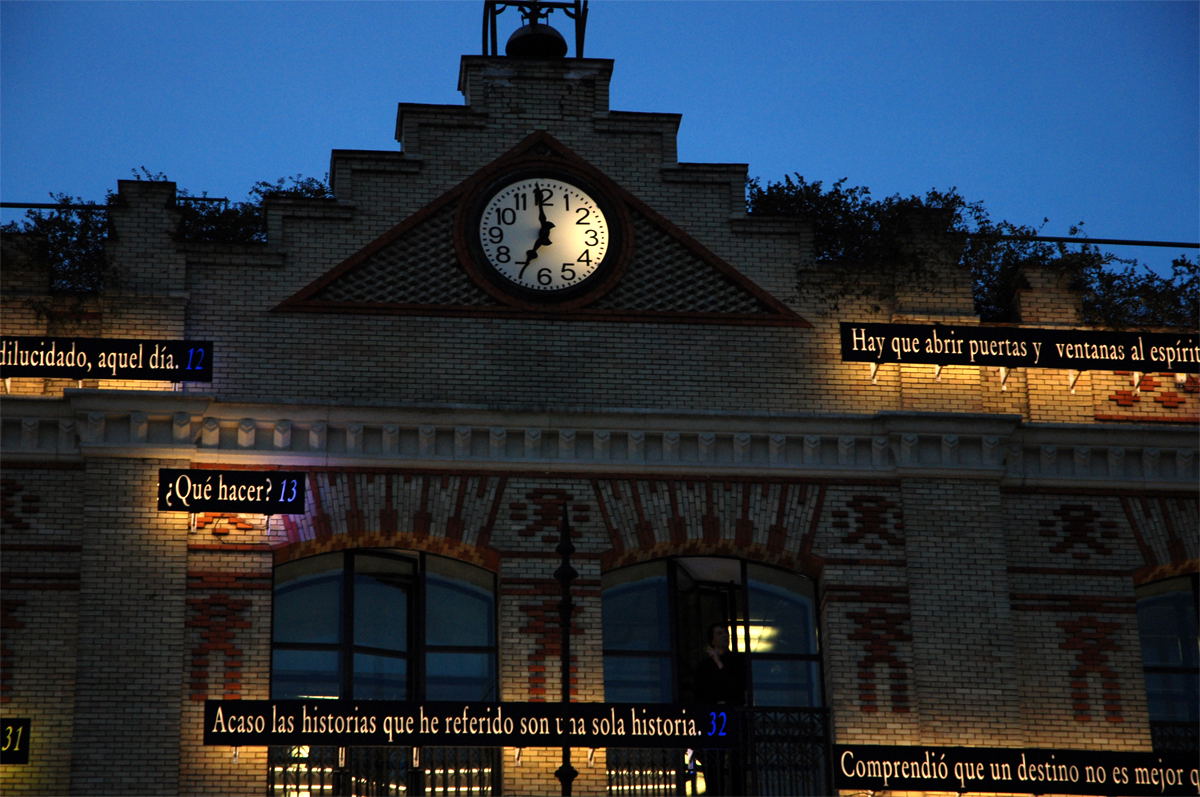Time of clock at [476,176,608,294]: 6:59
